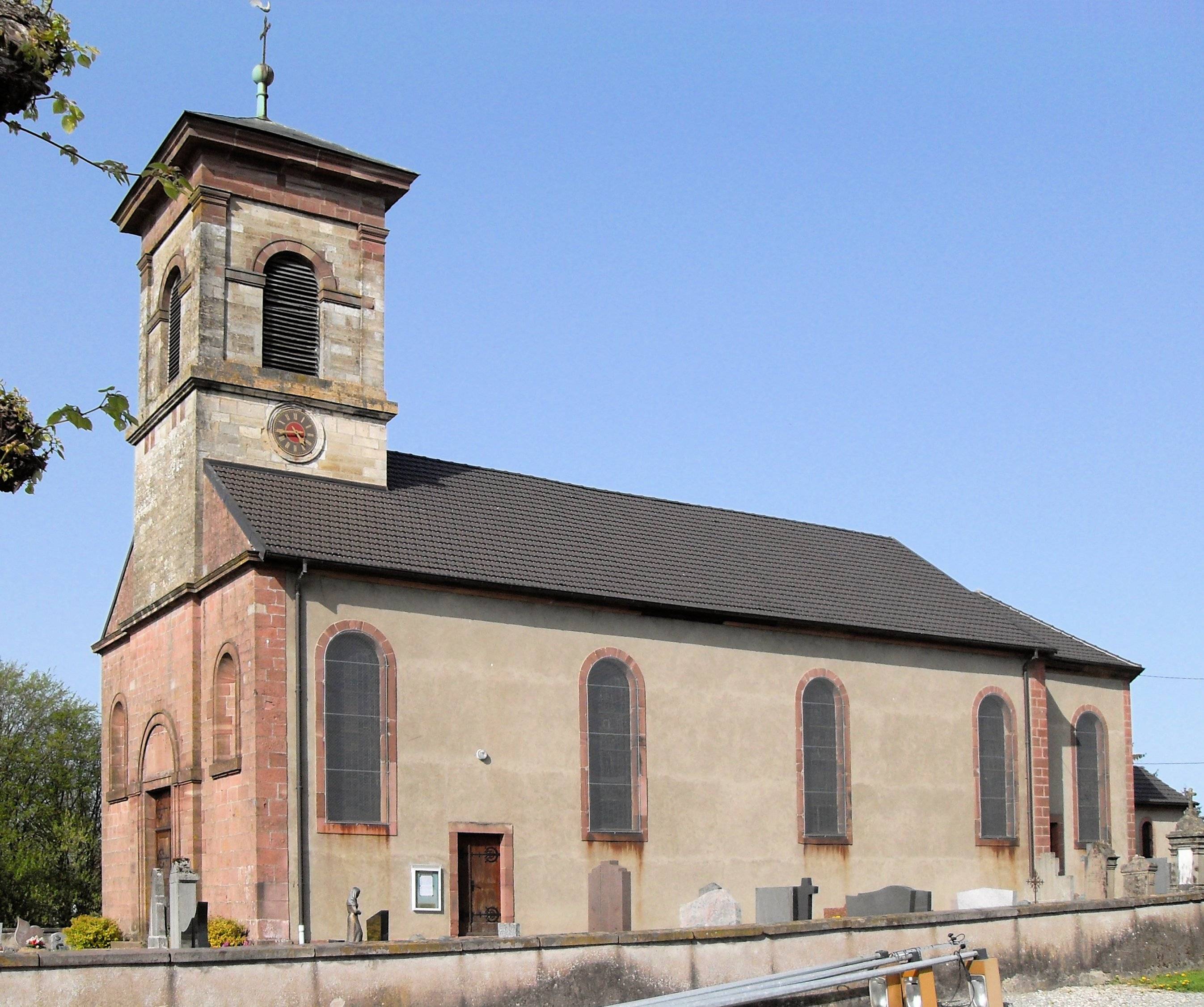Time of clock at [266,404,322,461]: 4:42
